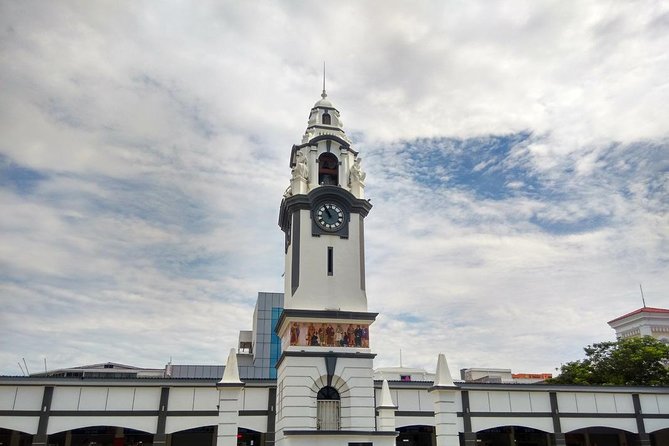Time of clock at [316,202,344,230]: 10:55
